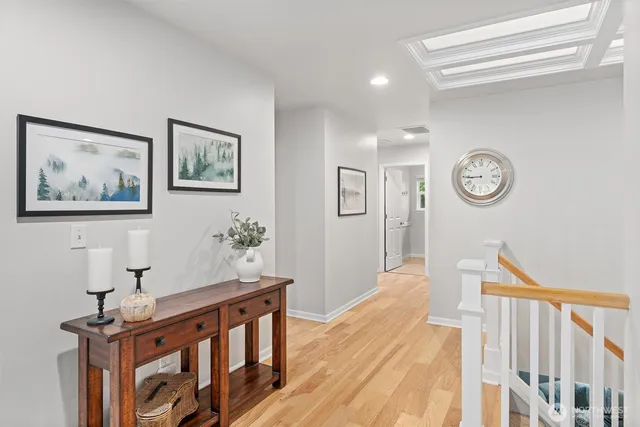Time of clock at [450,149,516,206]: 8:44
